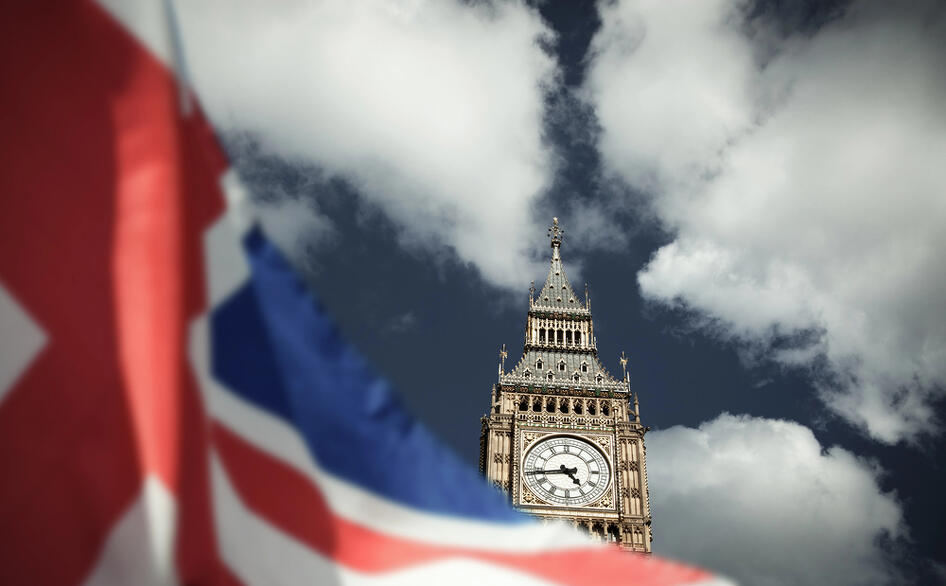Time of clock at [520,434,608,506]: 4:43
